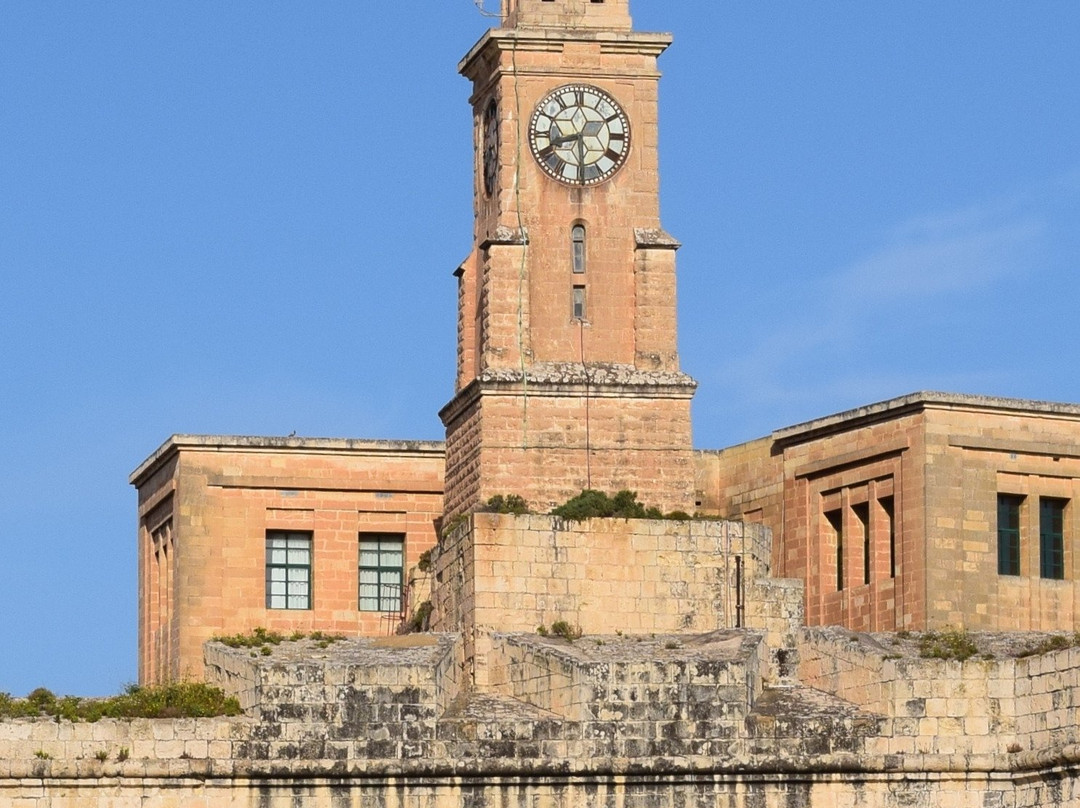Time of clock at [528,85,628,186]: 8:29
